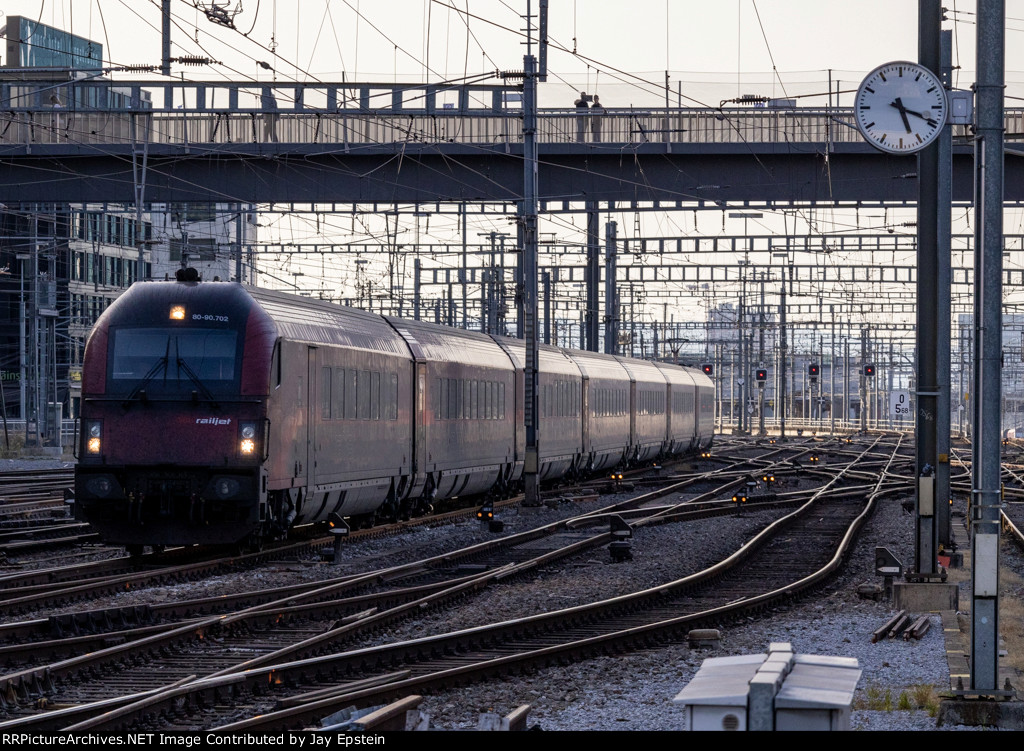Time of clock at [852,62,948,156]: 5:18
